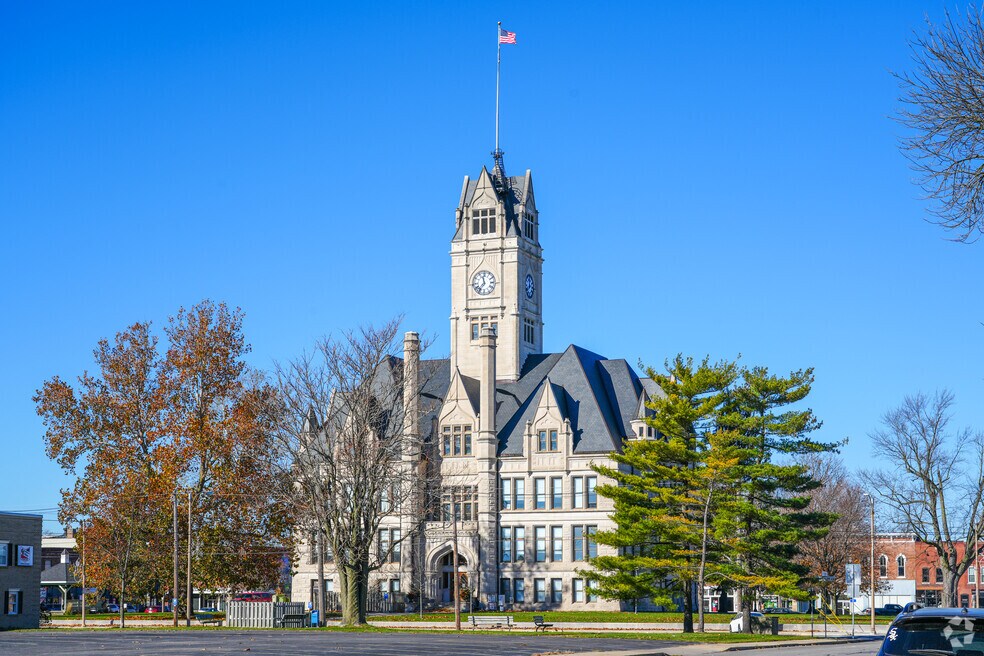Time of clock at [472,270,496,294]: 11:36
